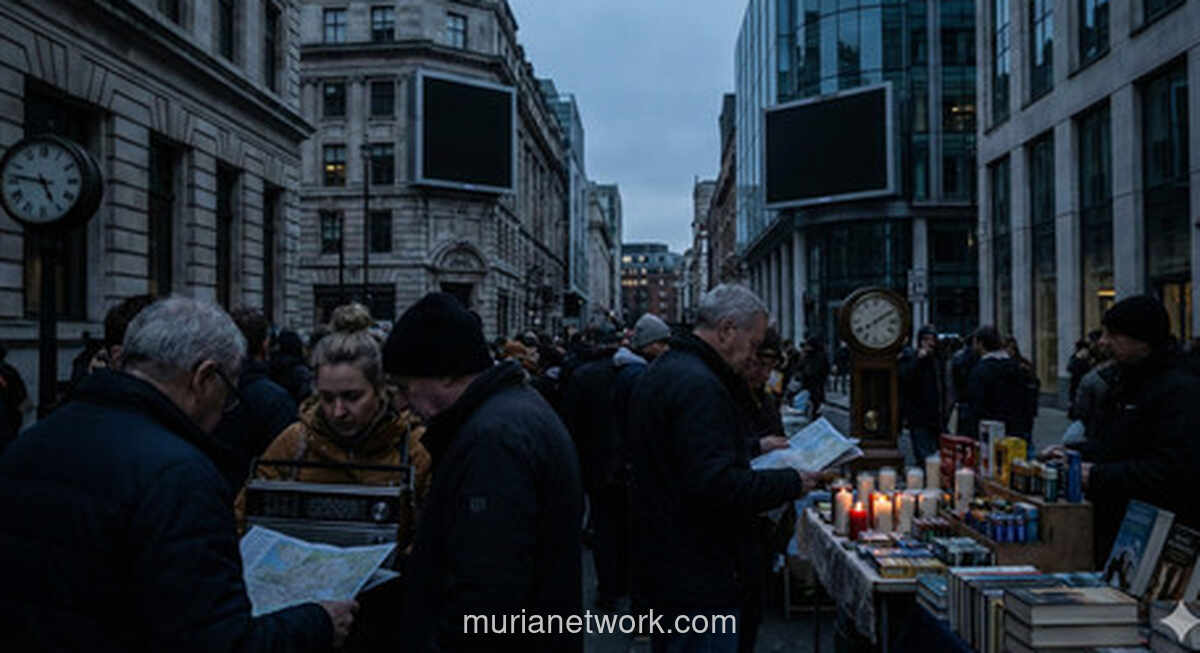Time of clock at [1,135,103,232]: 4:46
